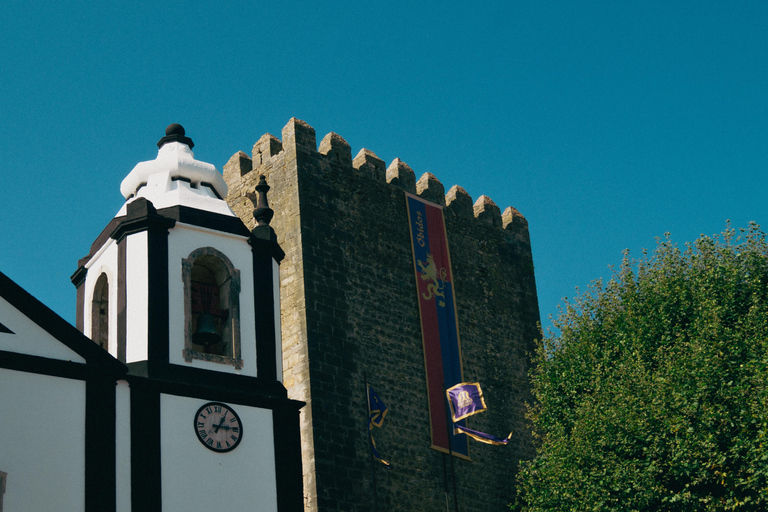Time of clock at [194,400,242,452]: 1:14
